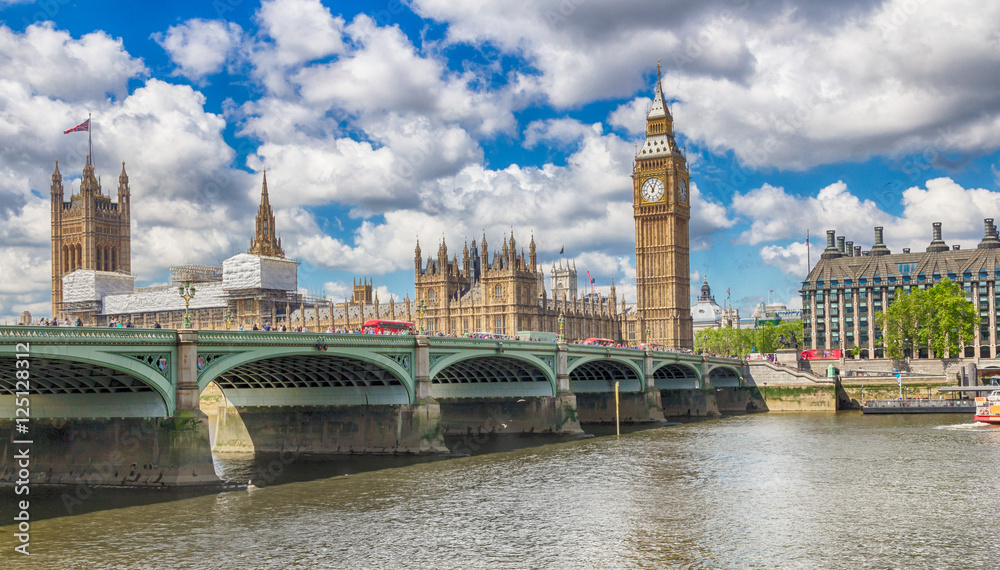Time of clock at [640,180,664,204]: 11:03
